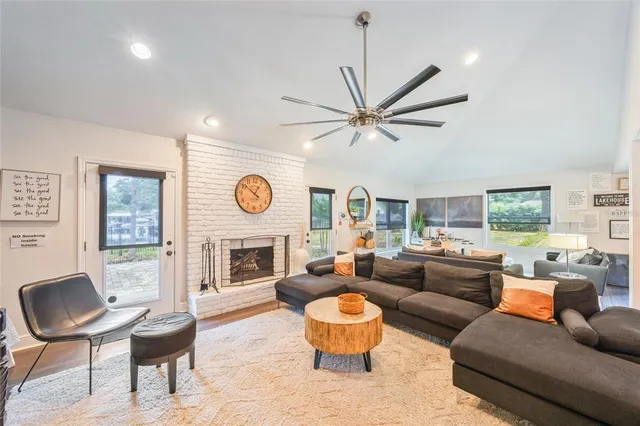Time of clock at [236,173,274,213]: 12:51
